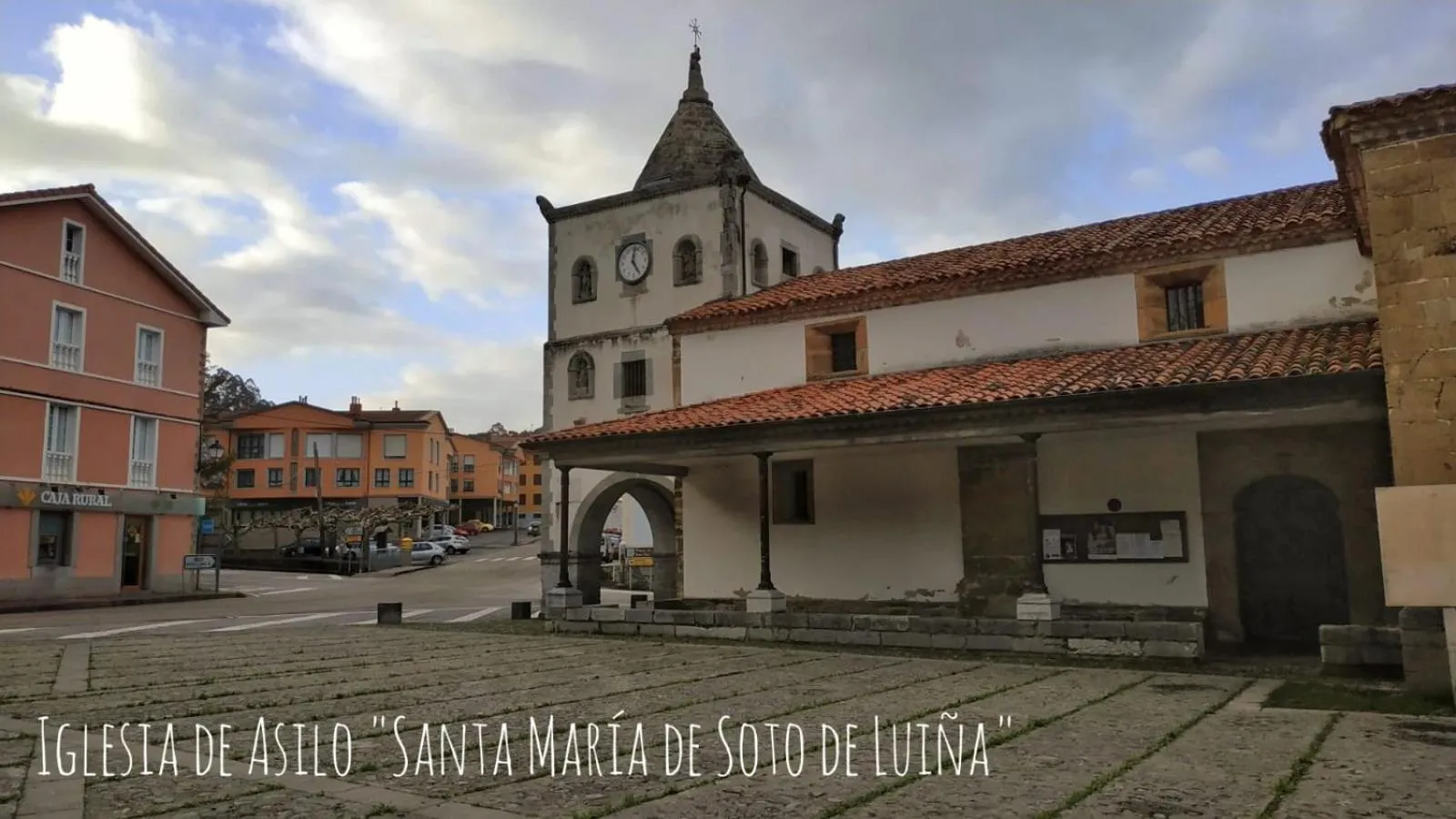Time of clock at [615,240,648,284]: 12:24
